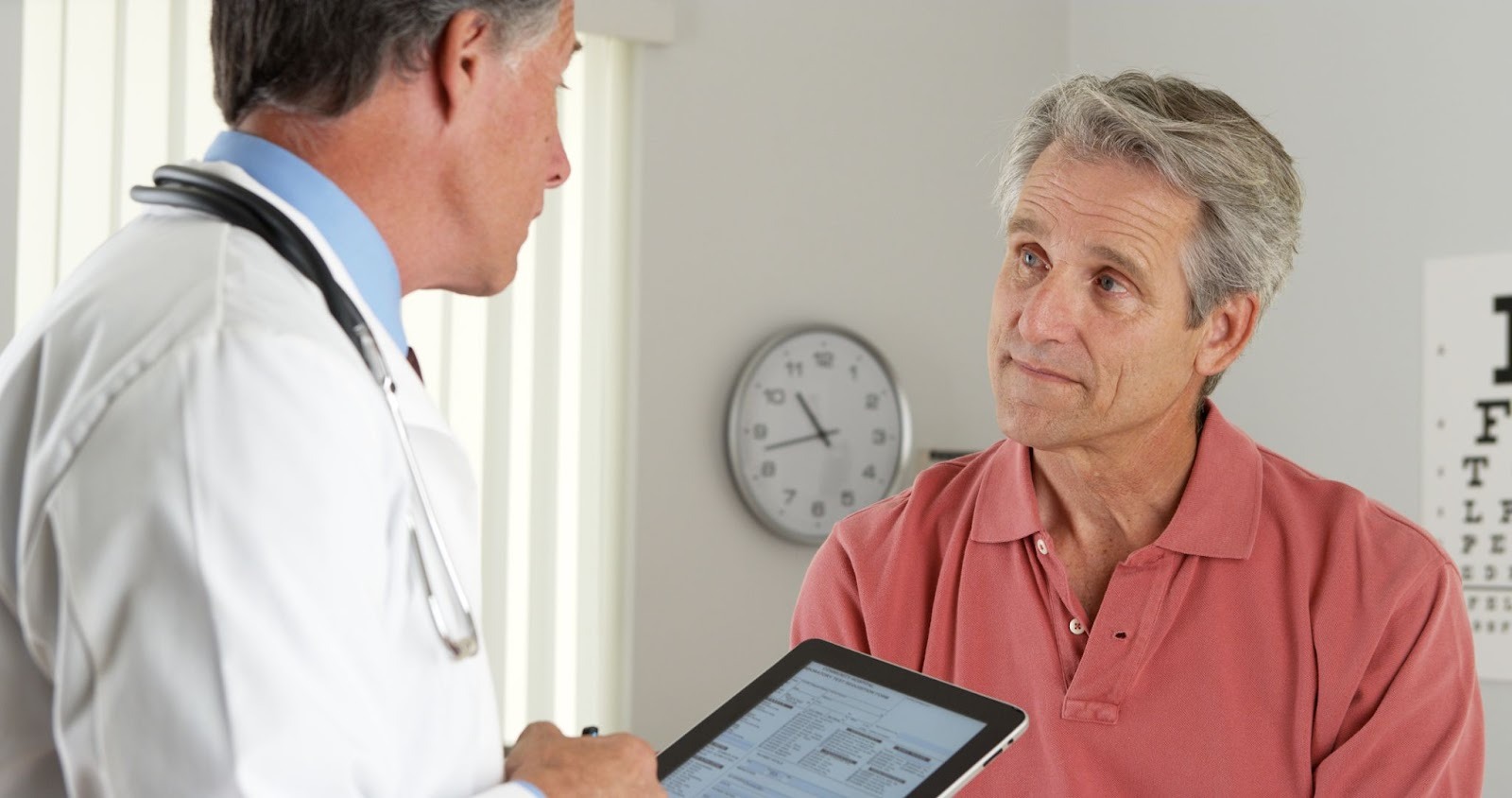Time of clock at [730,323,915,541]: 10:42
